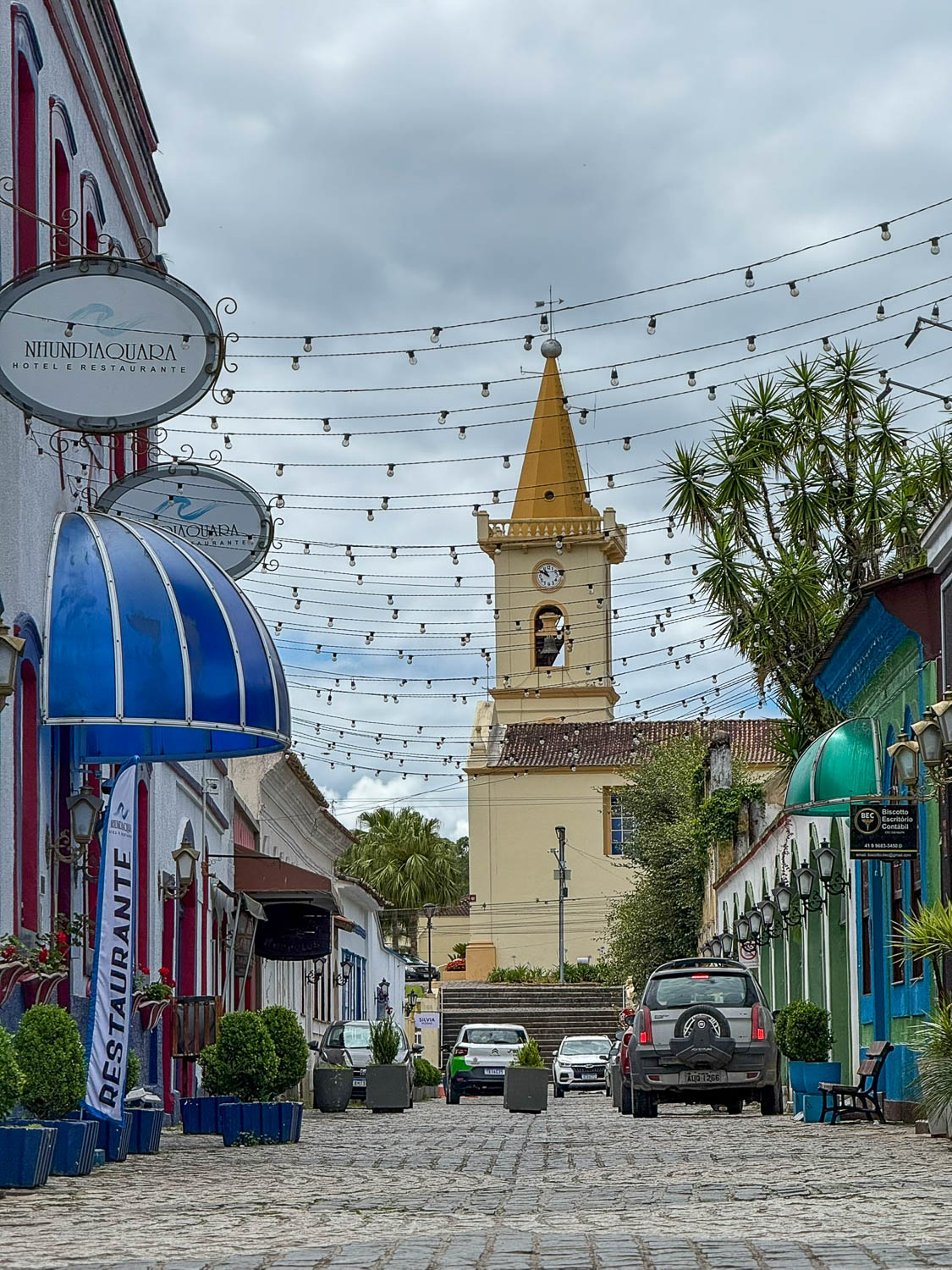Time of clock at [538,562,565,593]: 10:49
